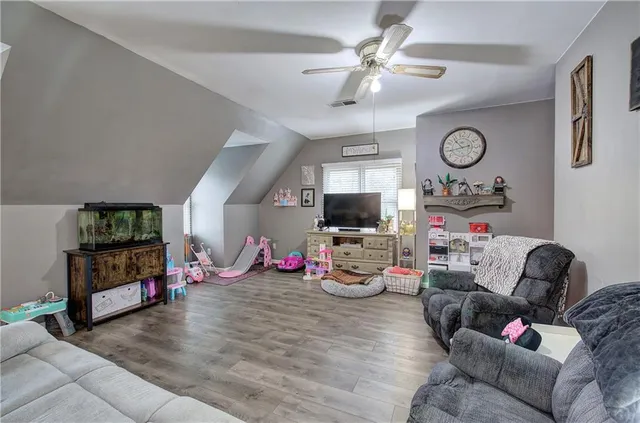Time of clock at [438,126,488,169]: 10:43
